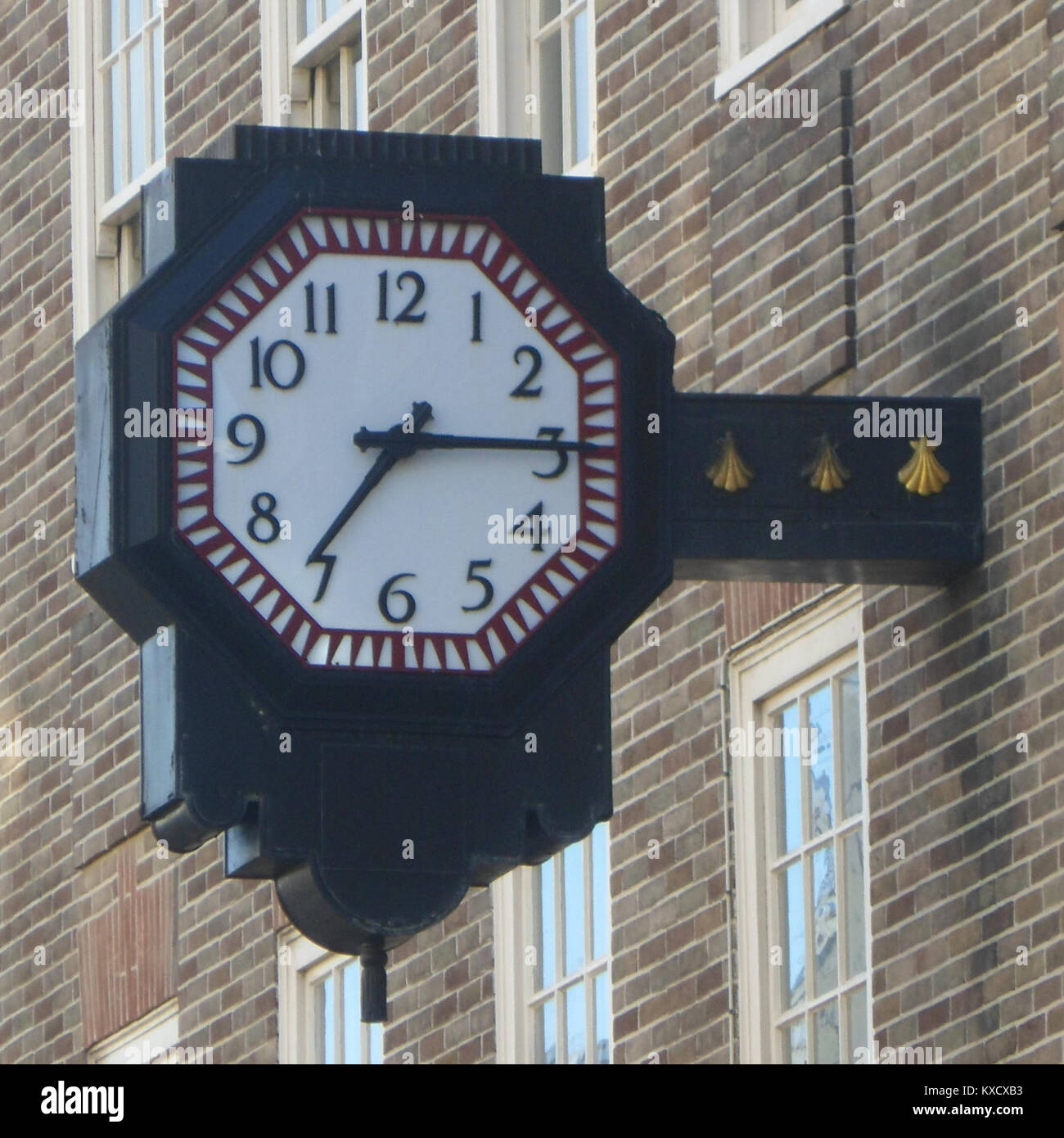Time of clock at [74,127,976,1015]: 7:15
